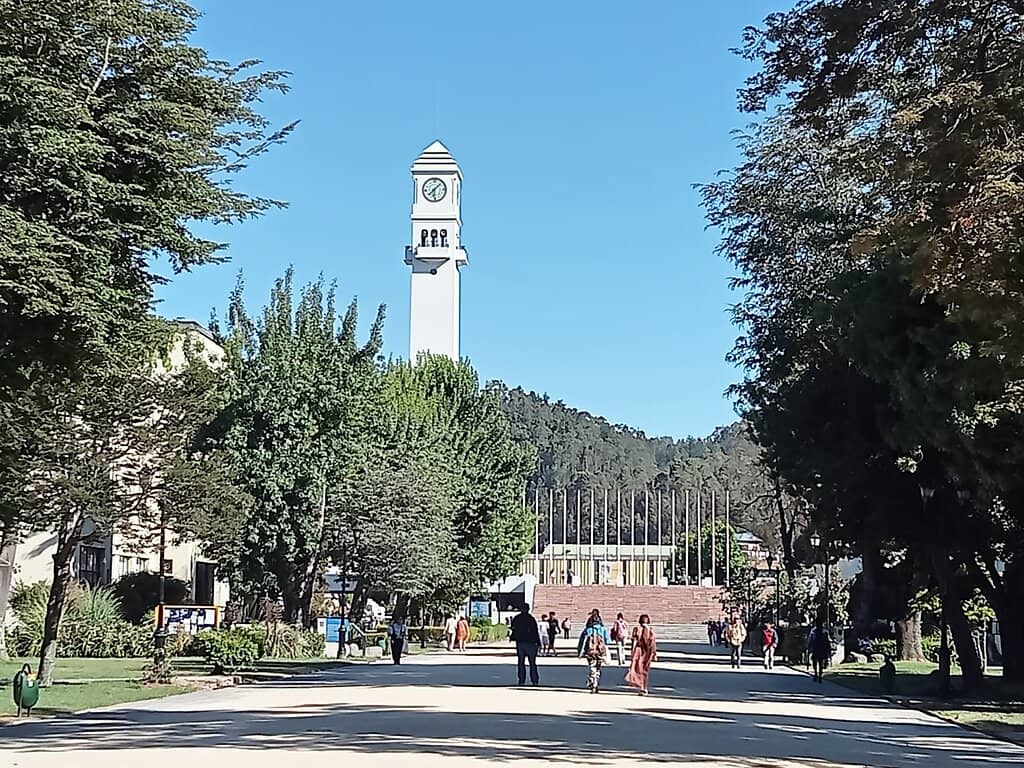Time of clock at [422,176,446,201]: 6:07
